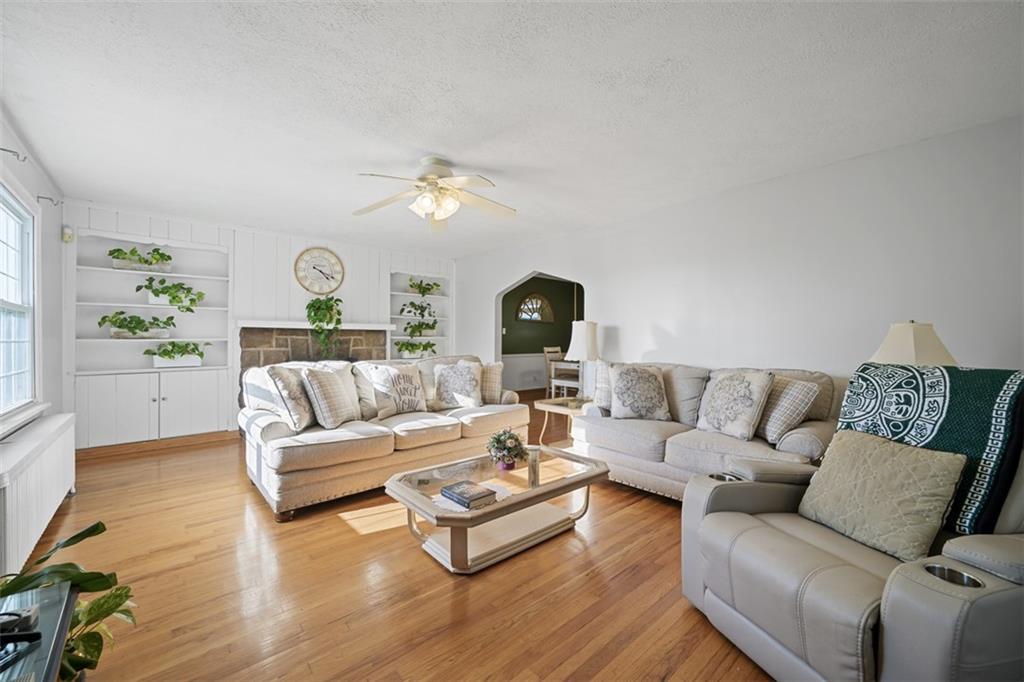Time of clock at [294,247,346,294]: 4:18
